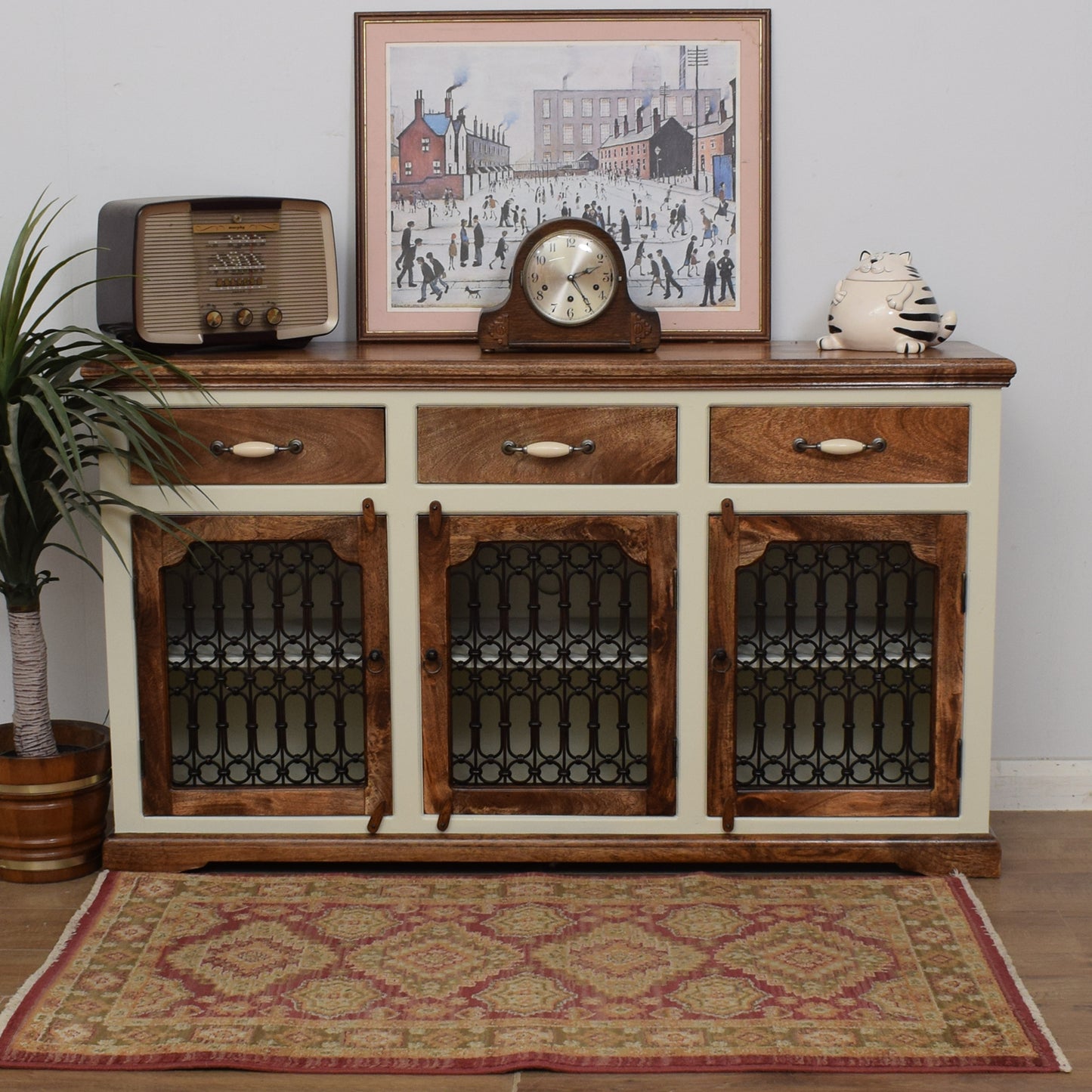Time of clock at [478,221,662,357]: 2:24
